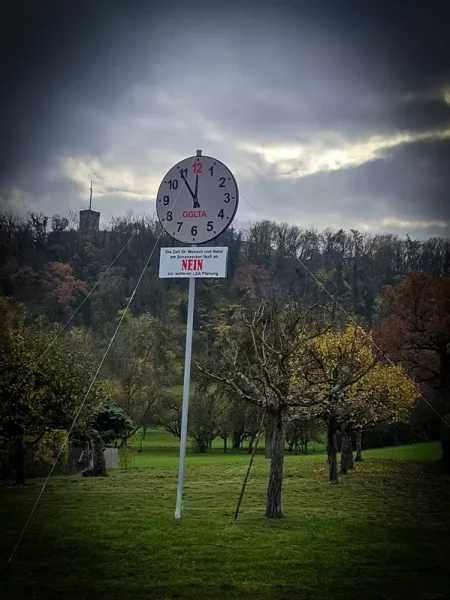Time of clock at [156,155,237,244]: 11:54
